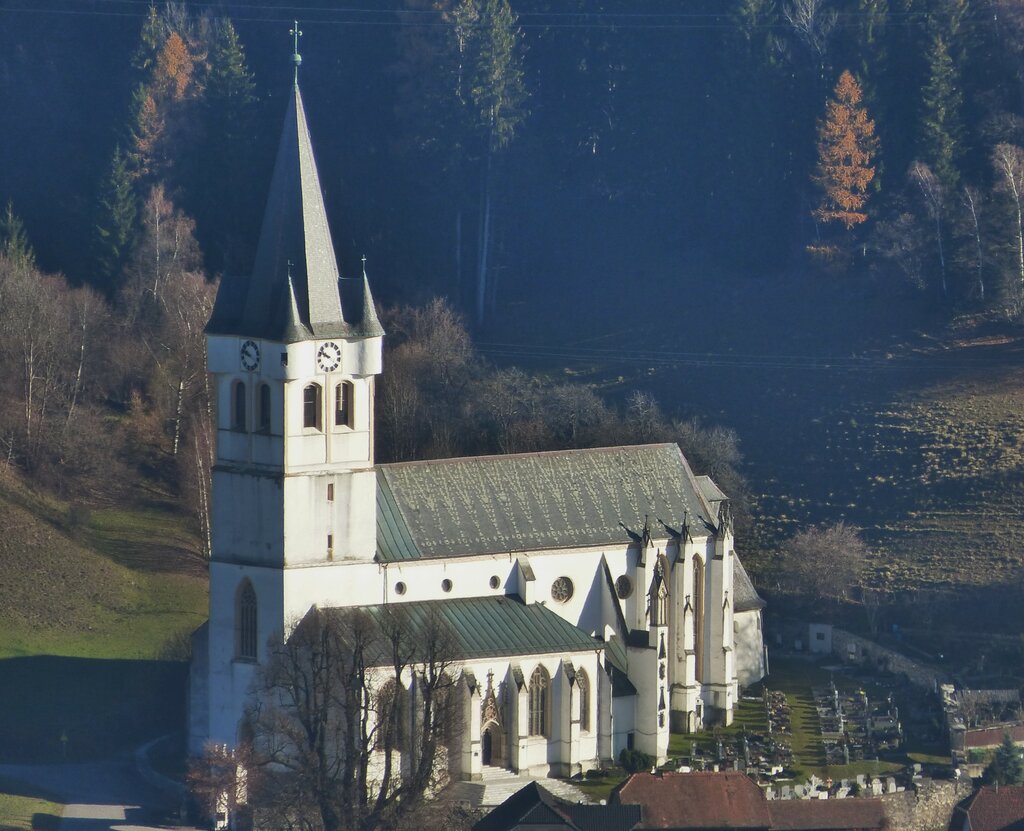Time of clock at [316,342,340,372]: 8:47
